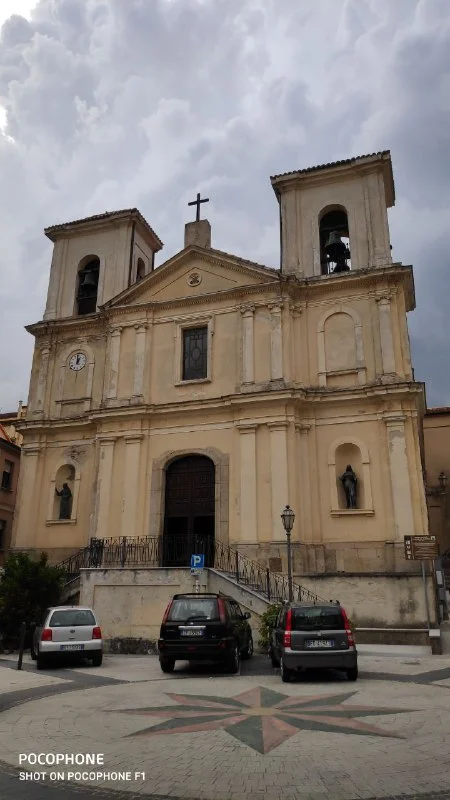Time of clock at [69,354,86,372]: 12:59
